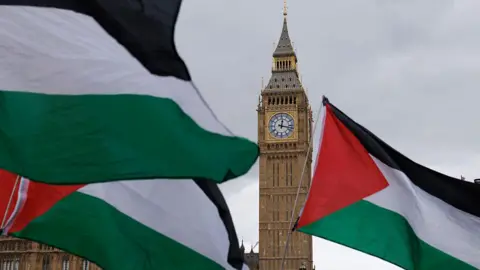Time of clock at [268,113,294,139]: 12:17
